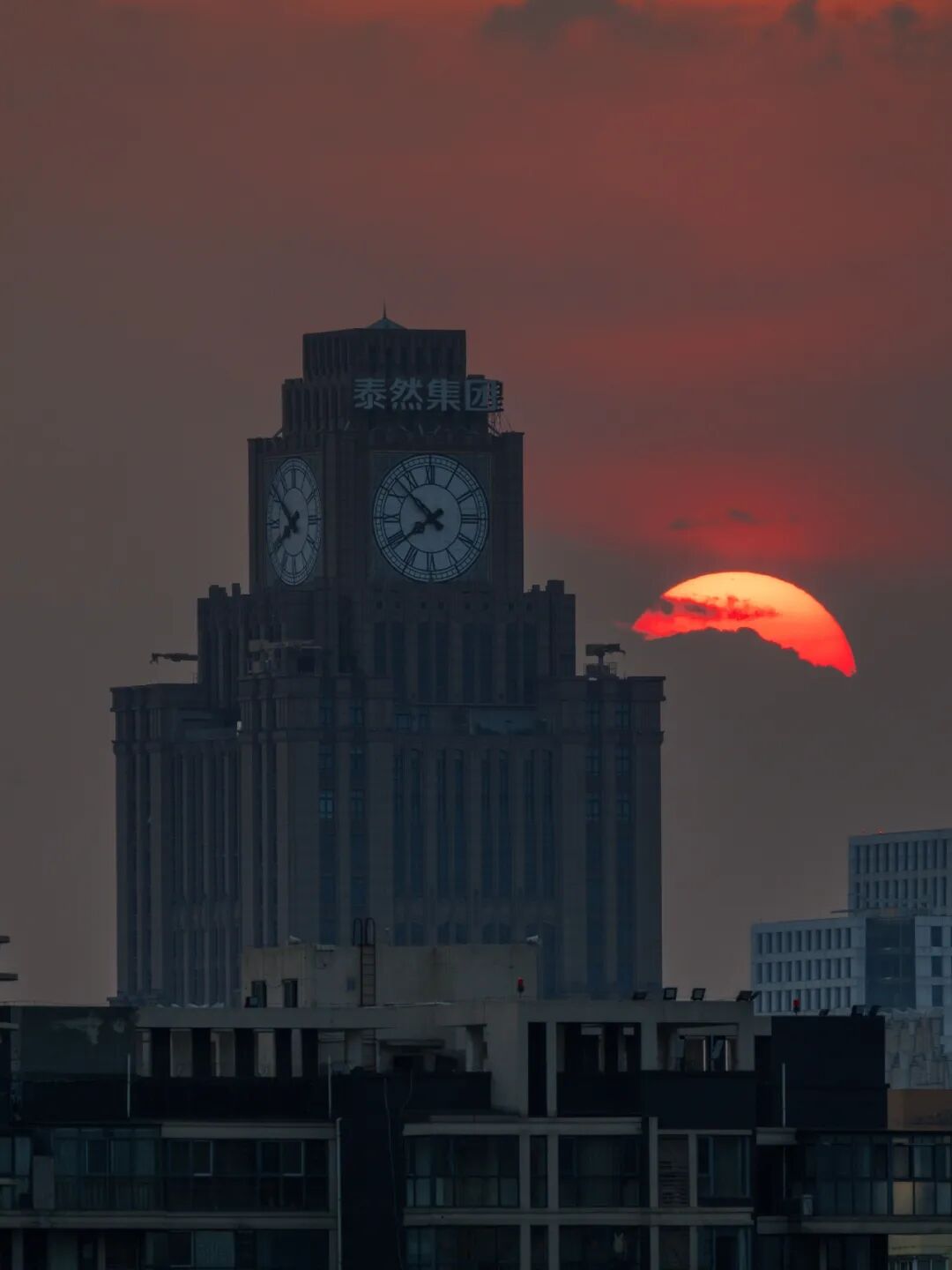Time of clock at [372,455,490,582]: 7:52
